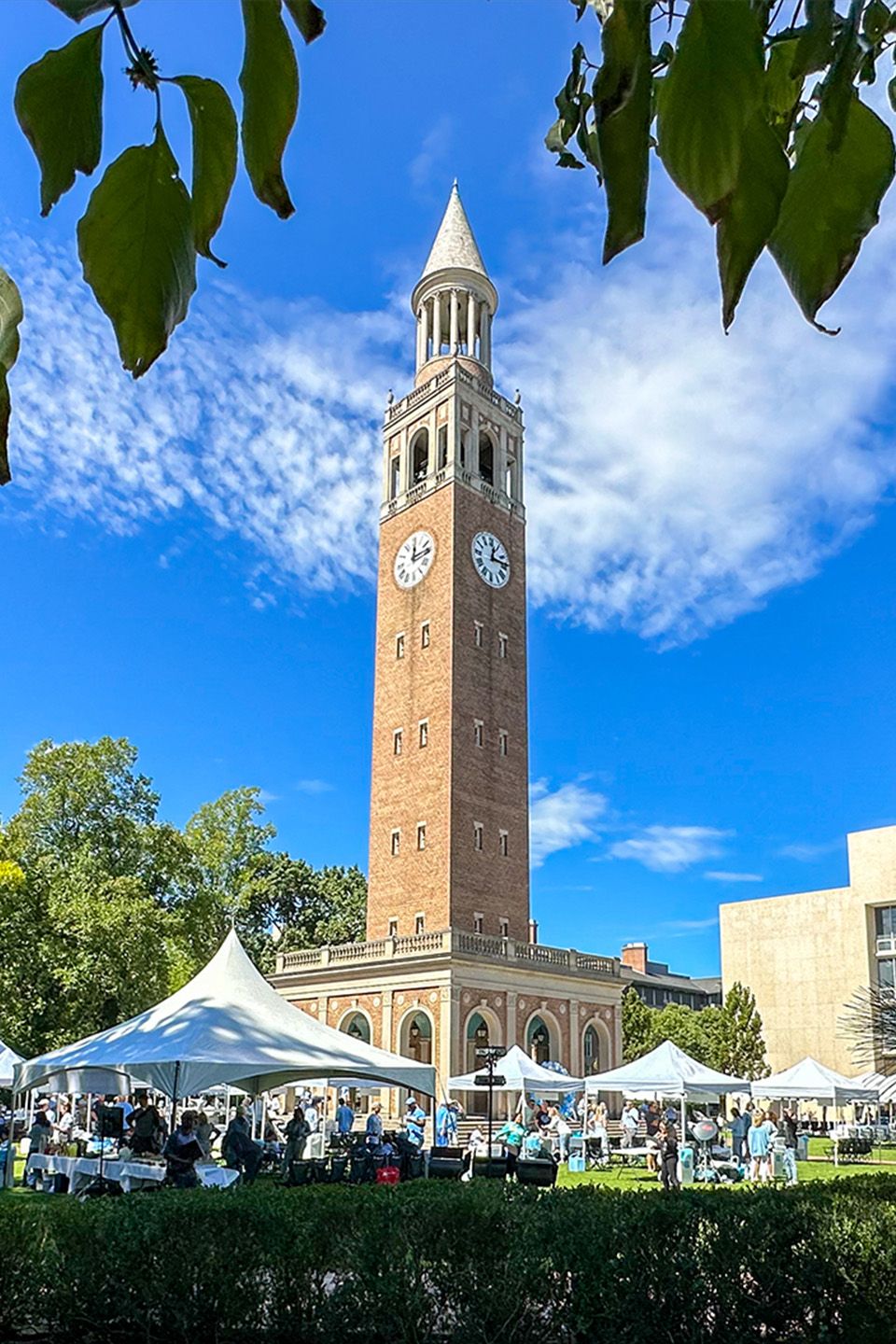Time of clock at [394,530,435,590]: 12:13
